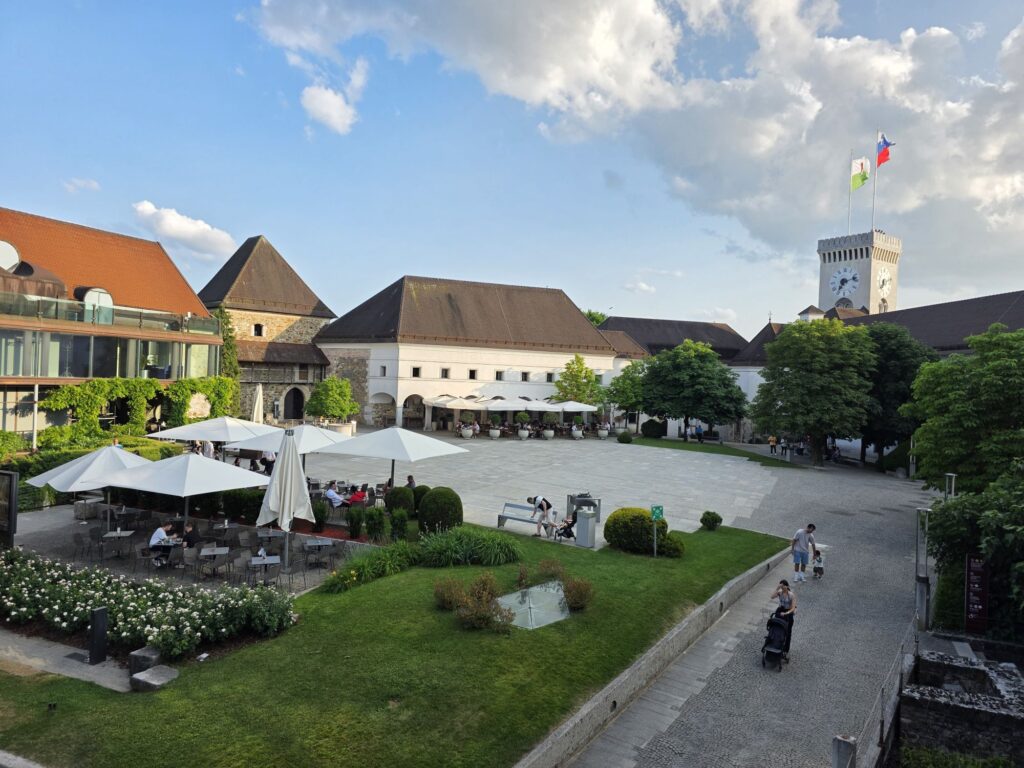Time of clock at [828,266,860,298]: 7:12
